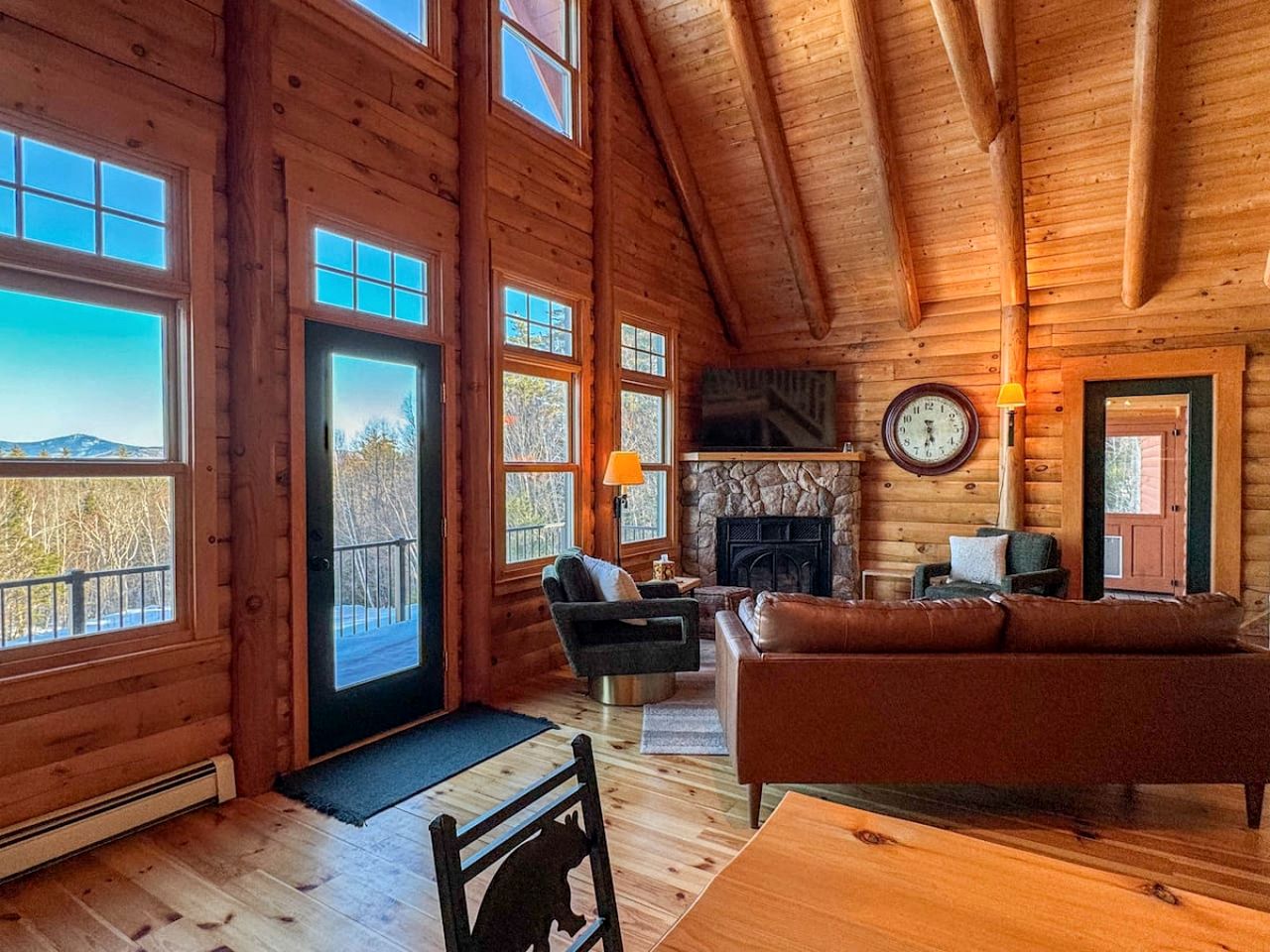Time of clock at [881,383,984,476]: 5:31
